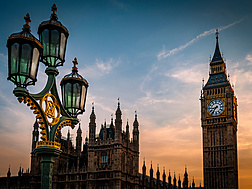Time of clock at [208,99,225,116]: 8:36
